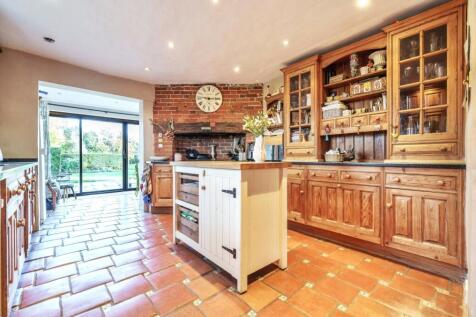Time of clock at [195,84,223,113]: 2:46
